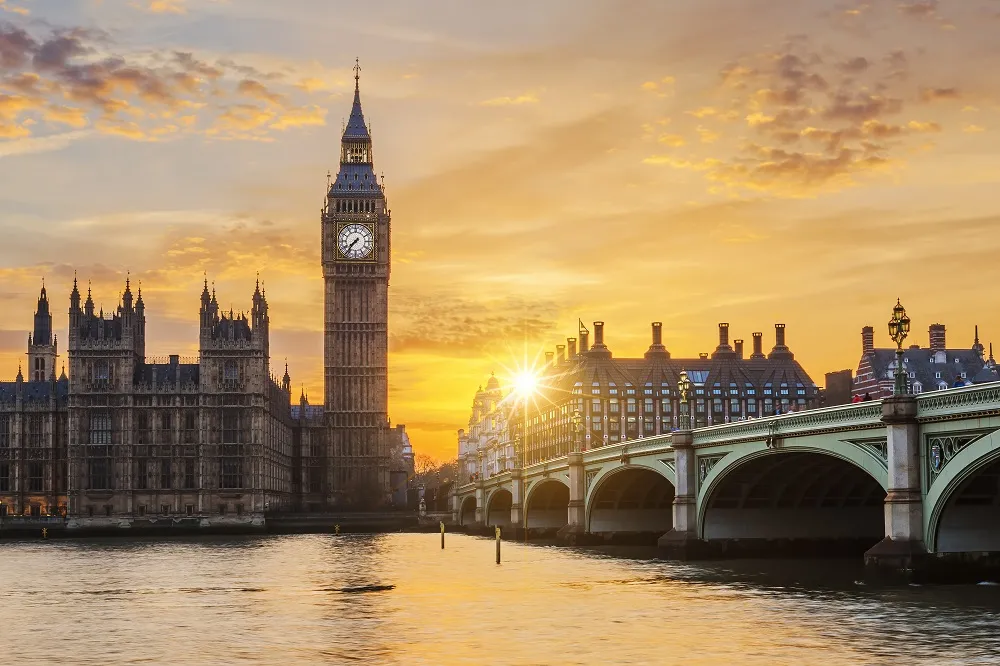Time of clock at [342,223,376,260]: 7:36
